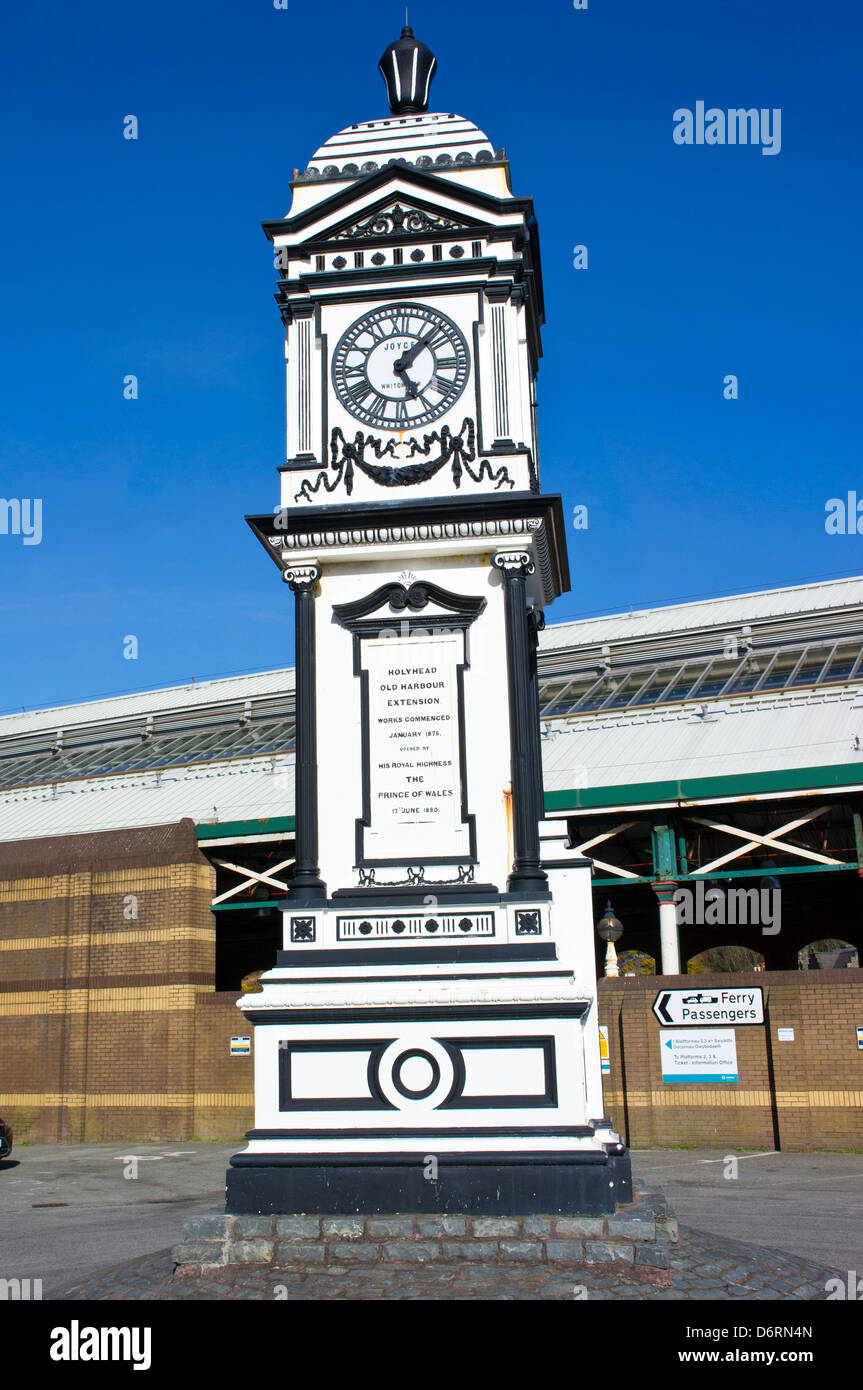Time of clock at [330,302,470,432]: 5:07
